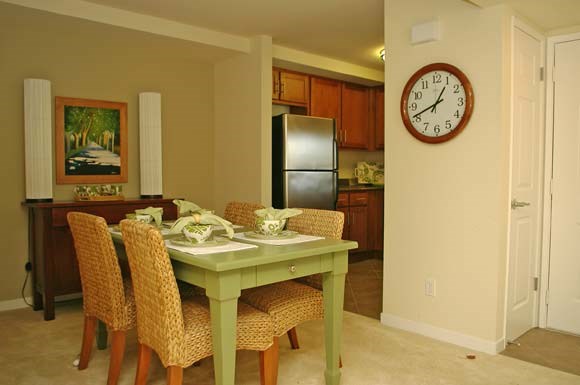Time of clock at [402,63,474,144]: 12:41
